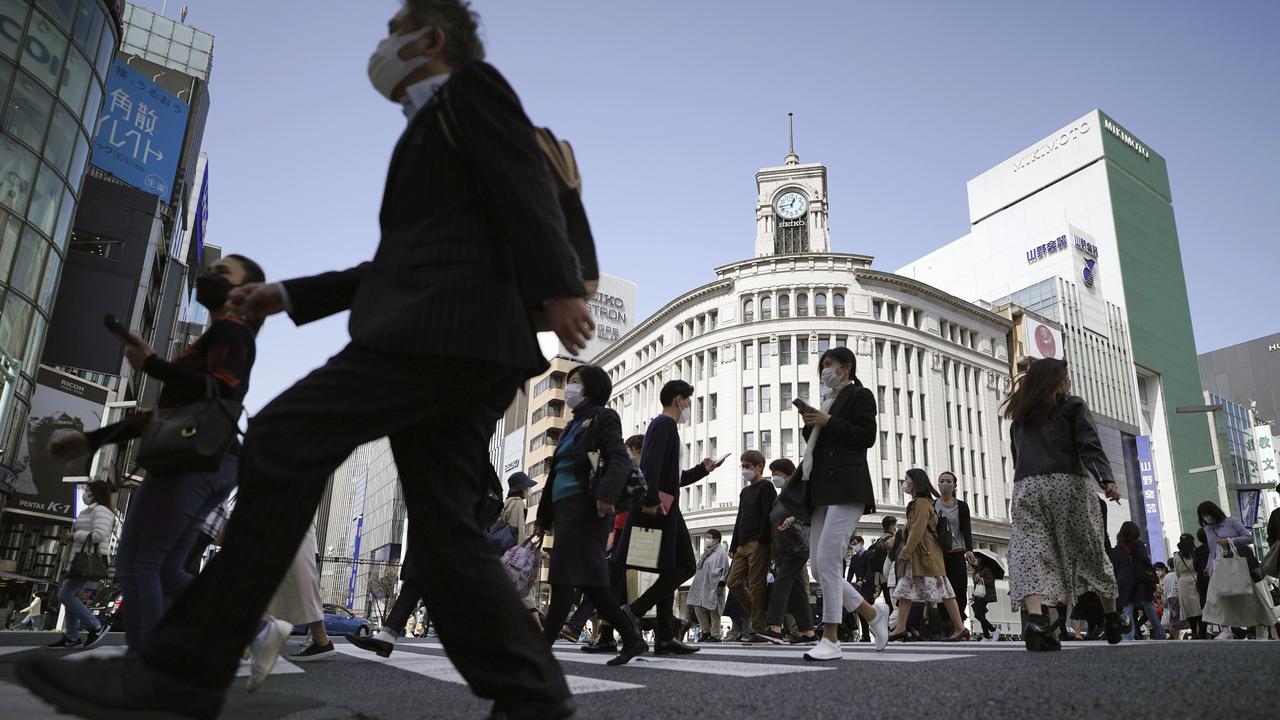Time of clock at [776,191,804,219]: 12:43
